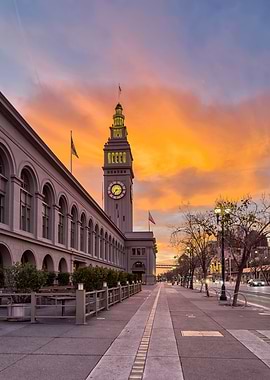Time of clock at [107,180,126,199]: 7:15
